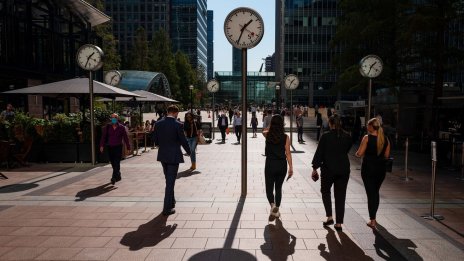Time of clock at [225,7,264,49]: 1:34
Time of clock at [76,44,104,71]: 1:34
